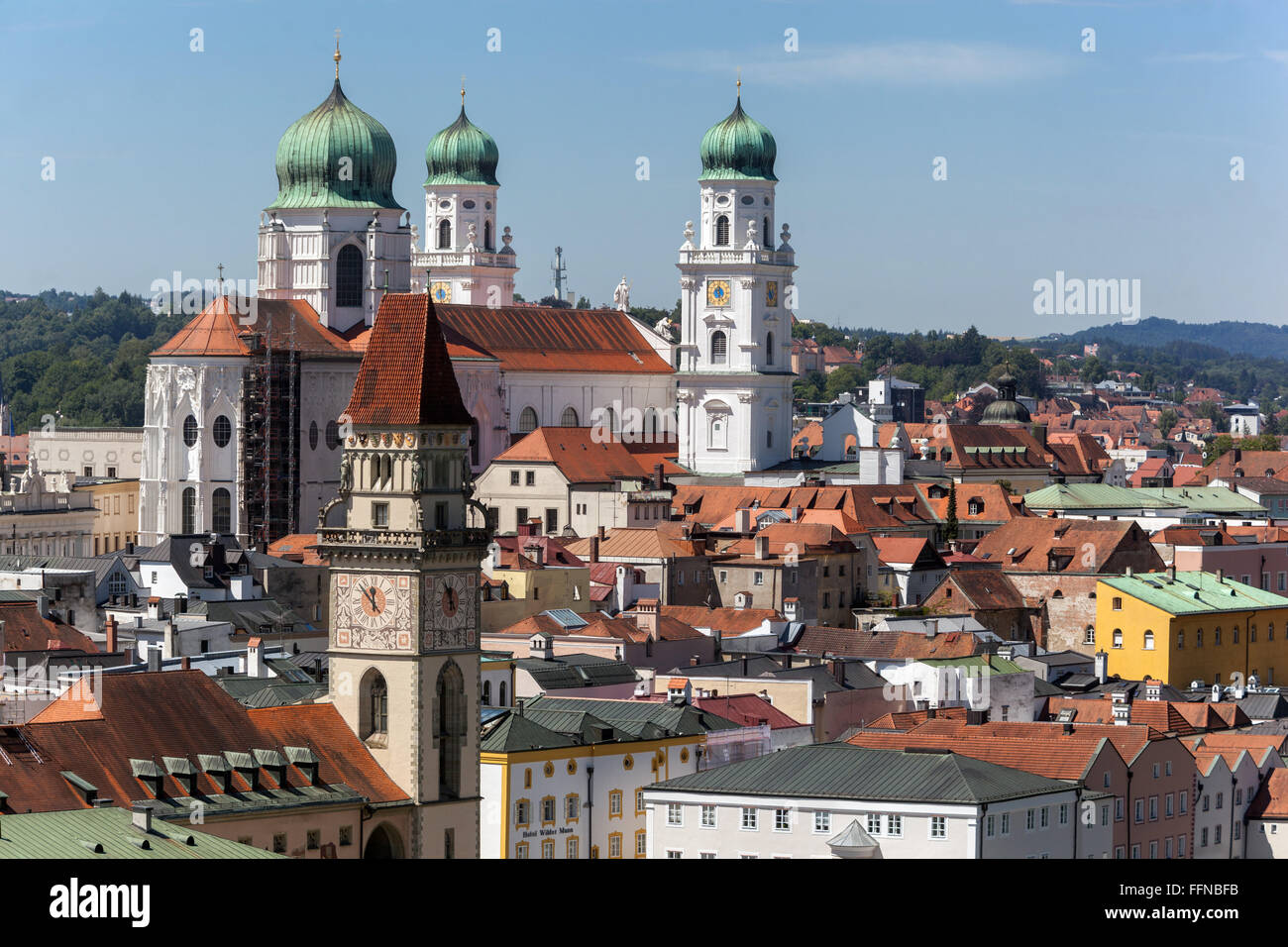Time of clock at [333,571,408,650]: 11:54
